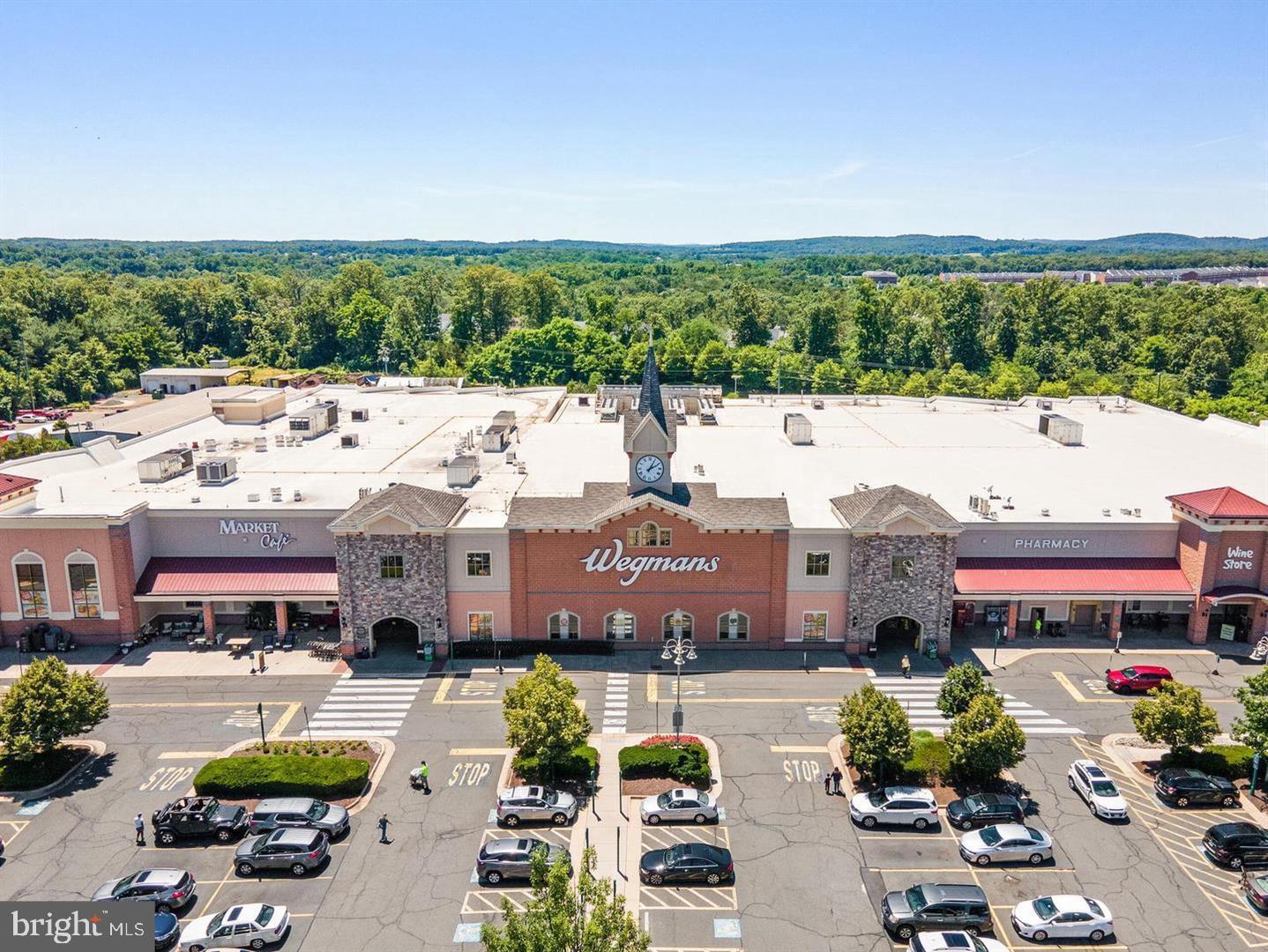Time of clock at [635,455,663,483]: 2:04
